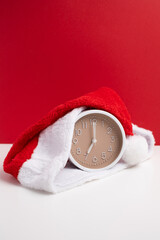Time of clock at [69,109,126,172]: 7:00
